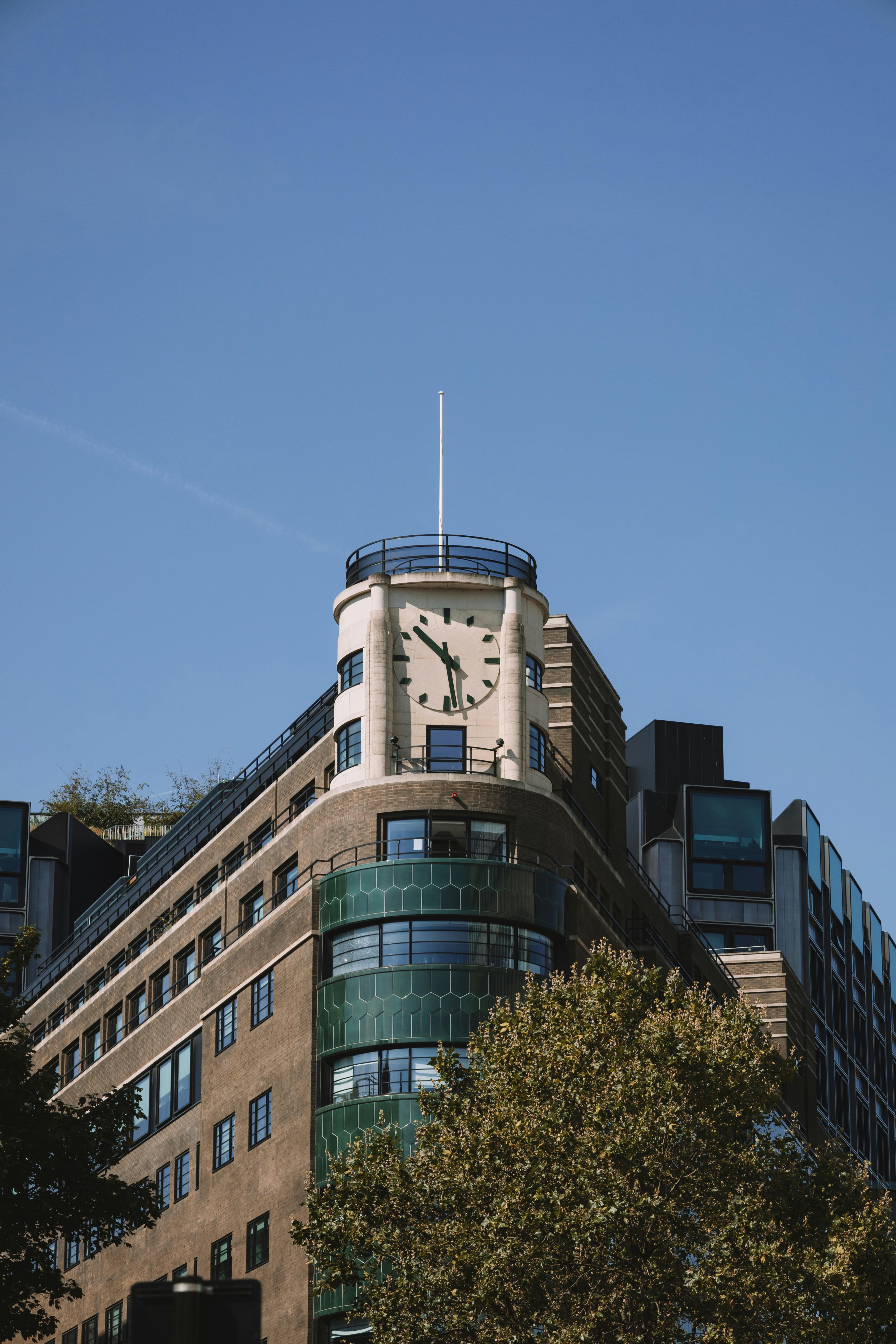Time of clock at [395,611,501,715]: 10:28
